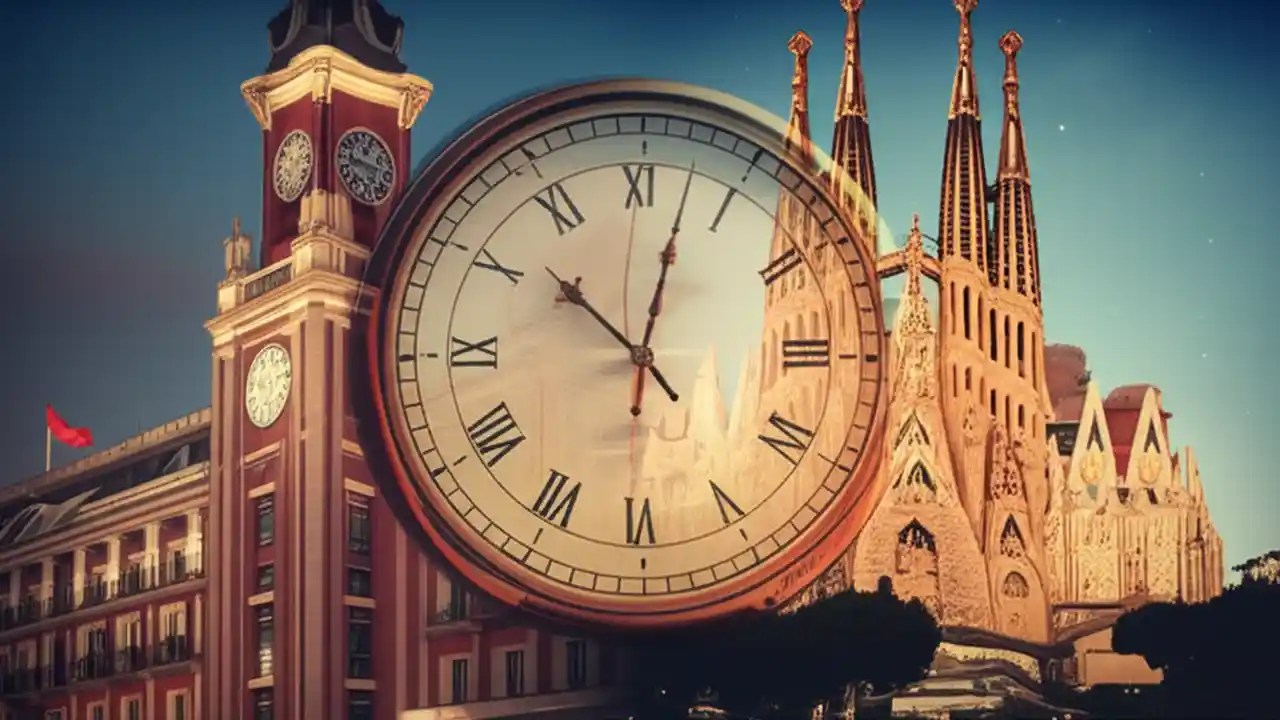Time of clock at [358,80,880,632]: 10:02
